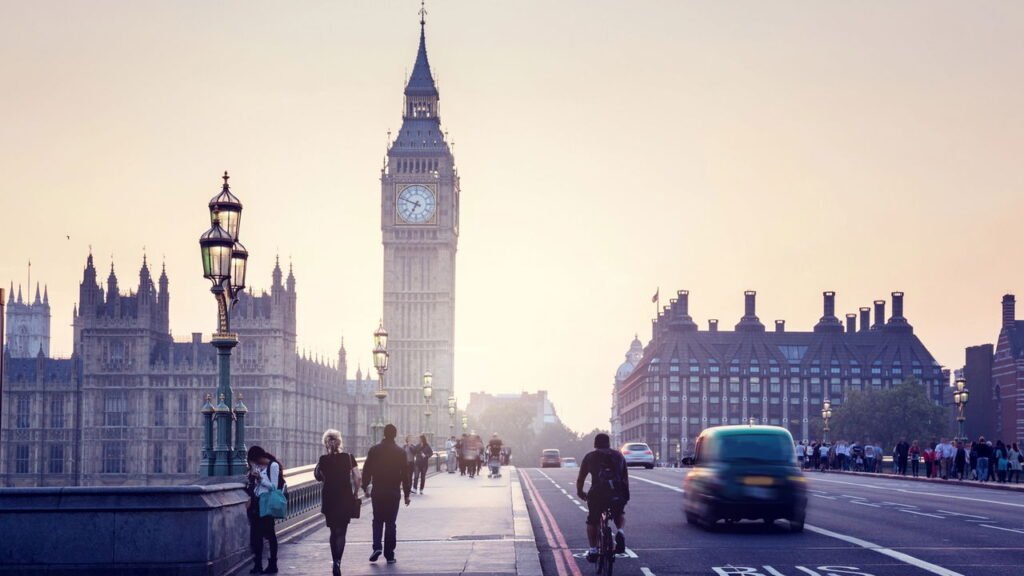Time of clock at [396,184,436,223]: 6:48
